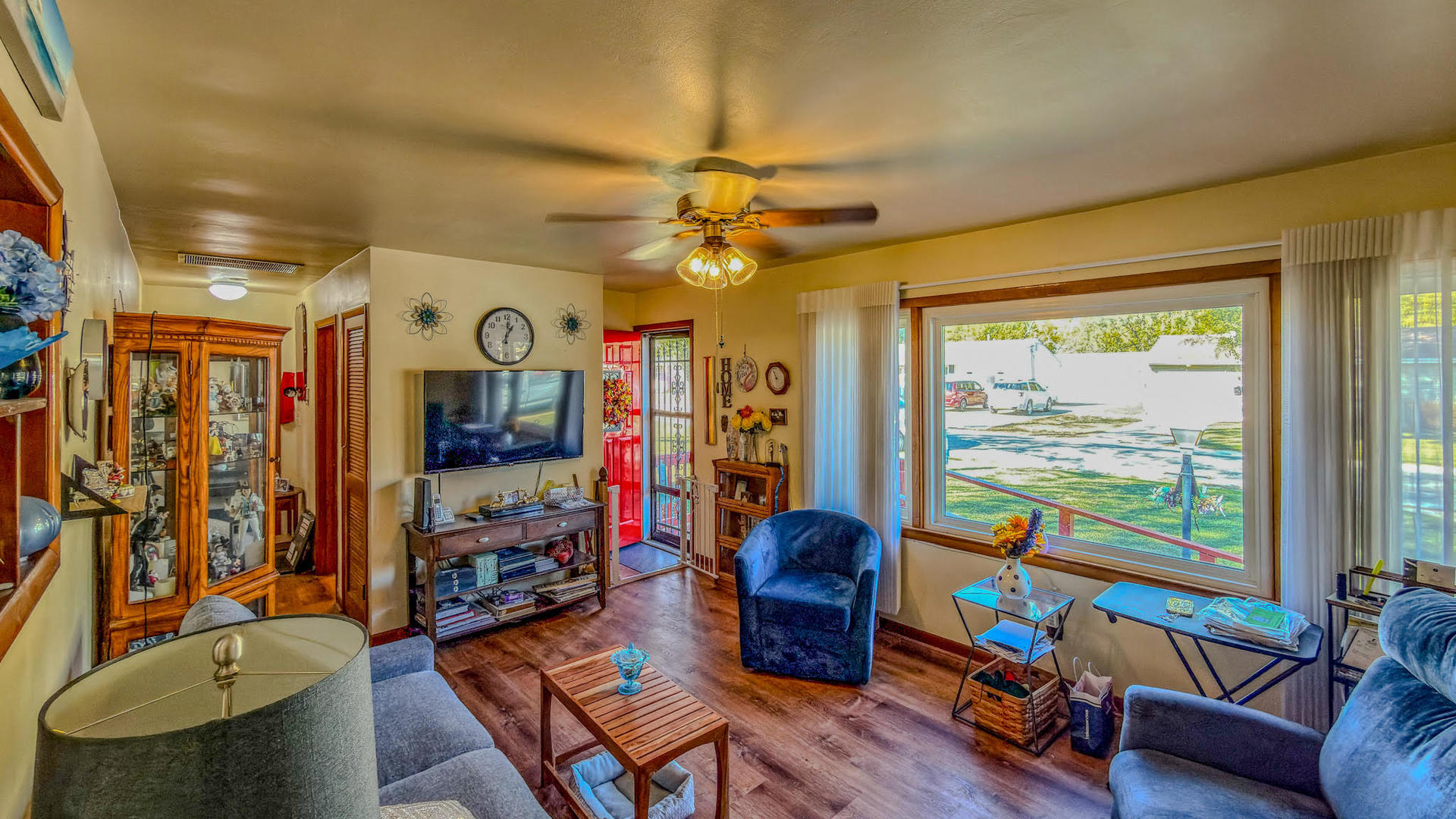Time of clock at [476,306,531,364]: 1:00
